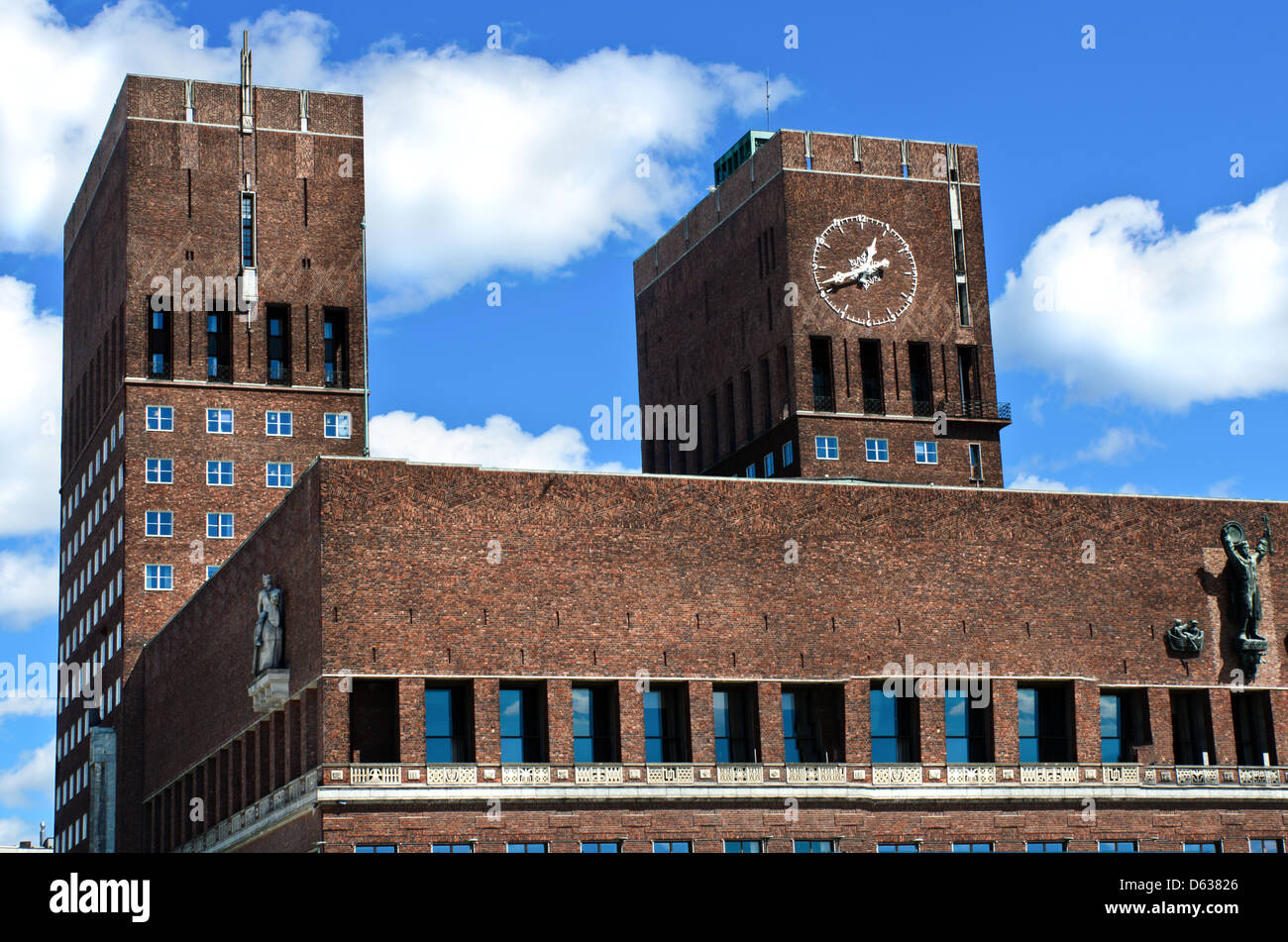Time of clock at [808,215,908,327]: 12:41
